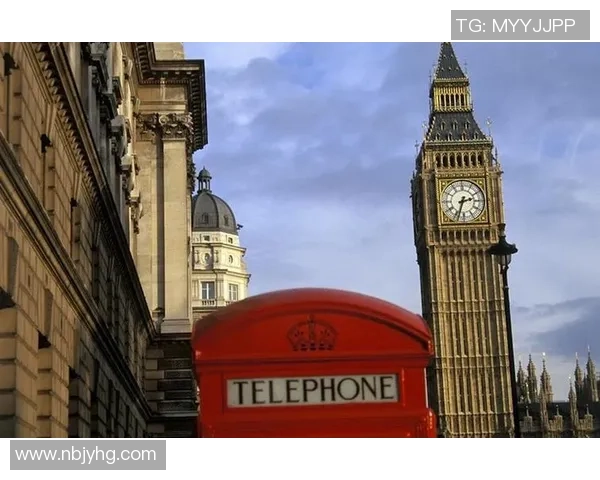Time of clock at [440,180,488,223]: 2:33
